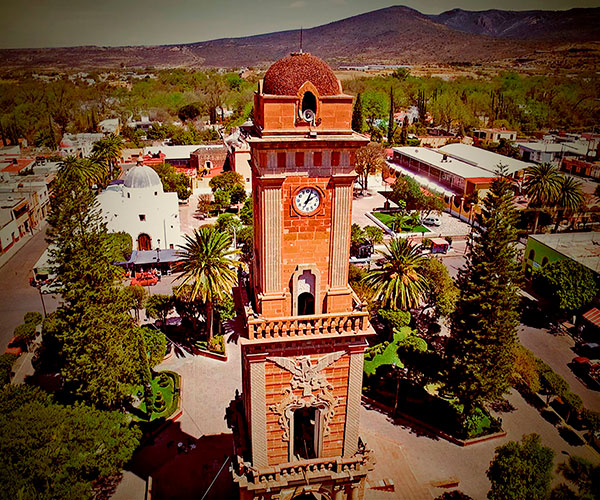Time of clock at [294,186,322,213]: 2:04
